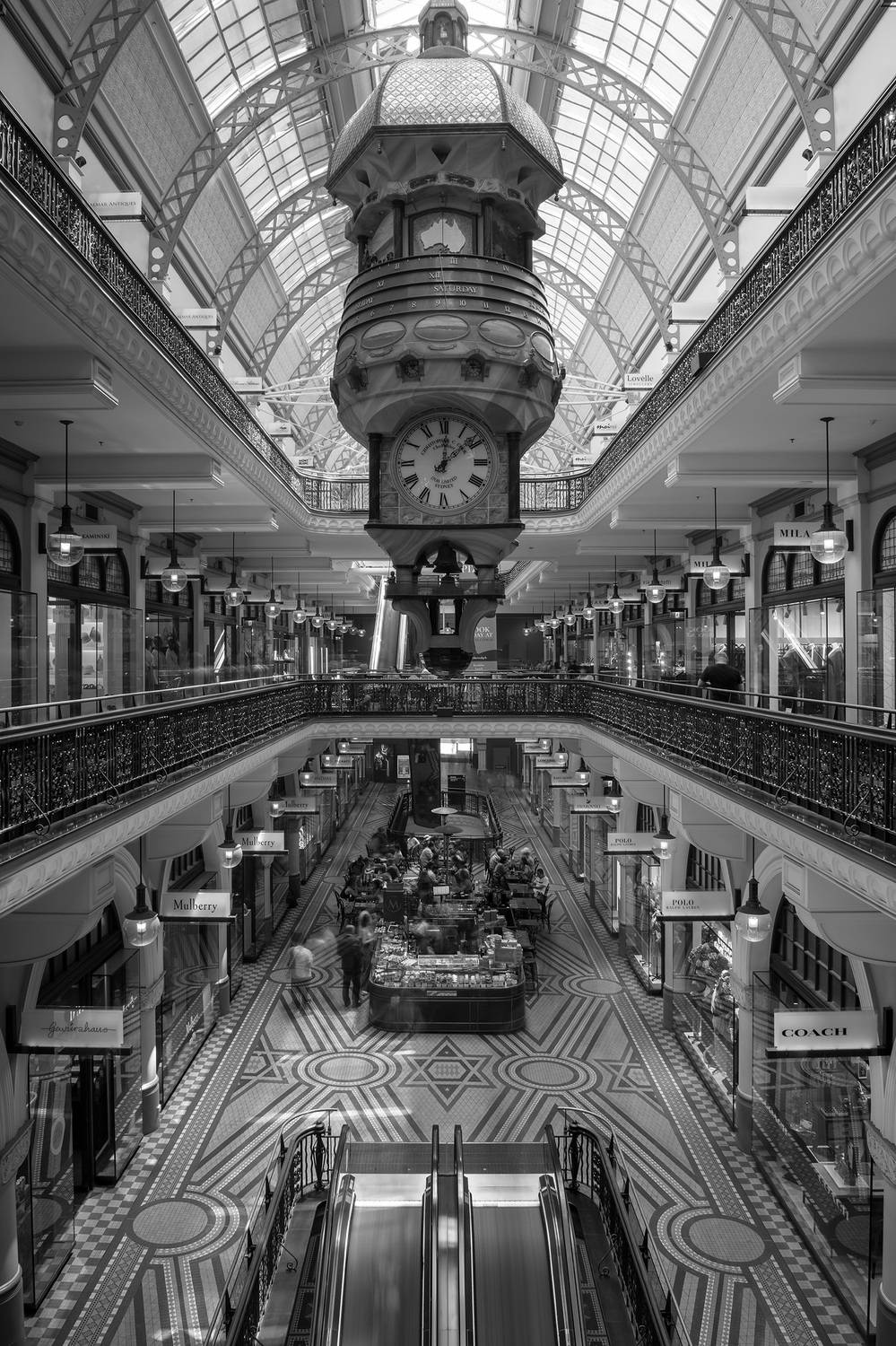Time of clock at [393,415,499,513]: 12:08
